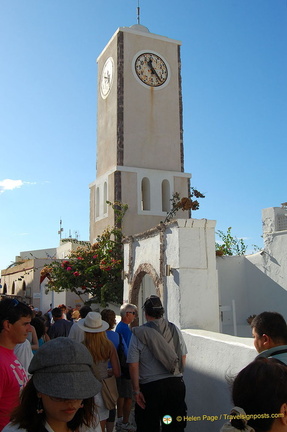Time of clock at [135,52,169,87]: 11:23
